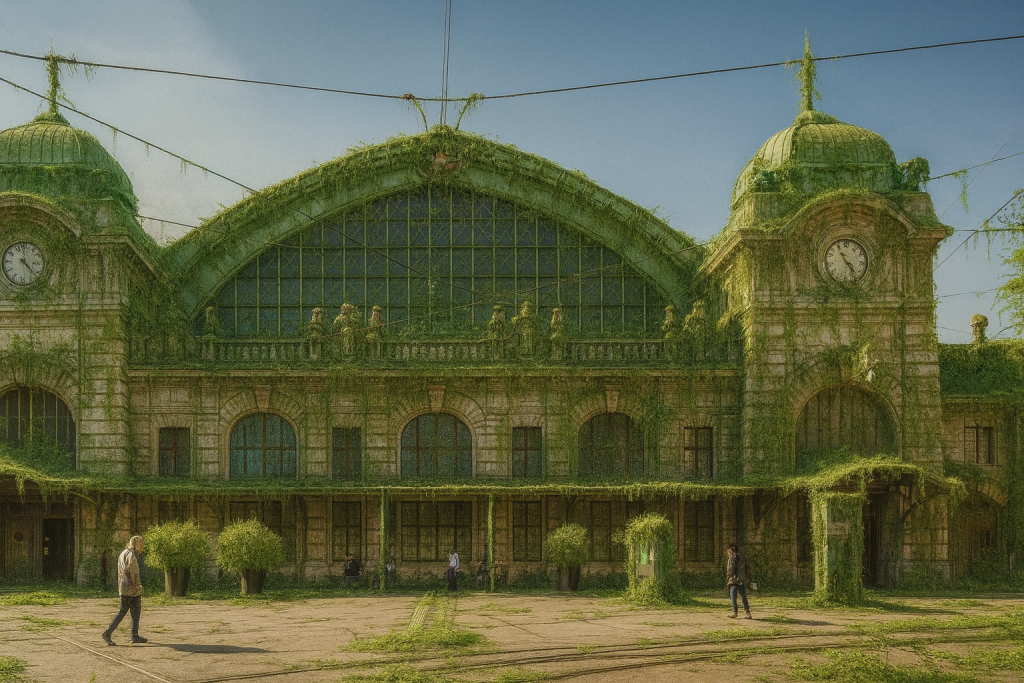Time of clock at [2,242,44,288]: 4:22
